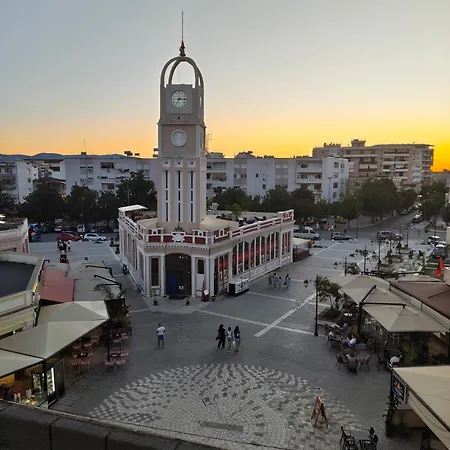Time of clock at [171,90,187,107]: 7:15
